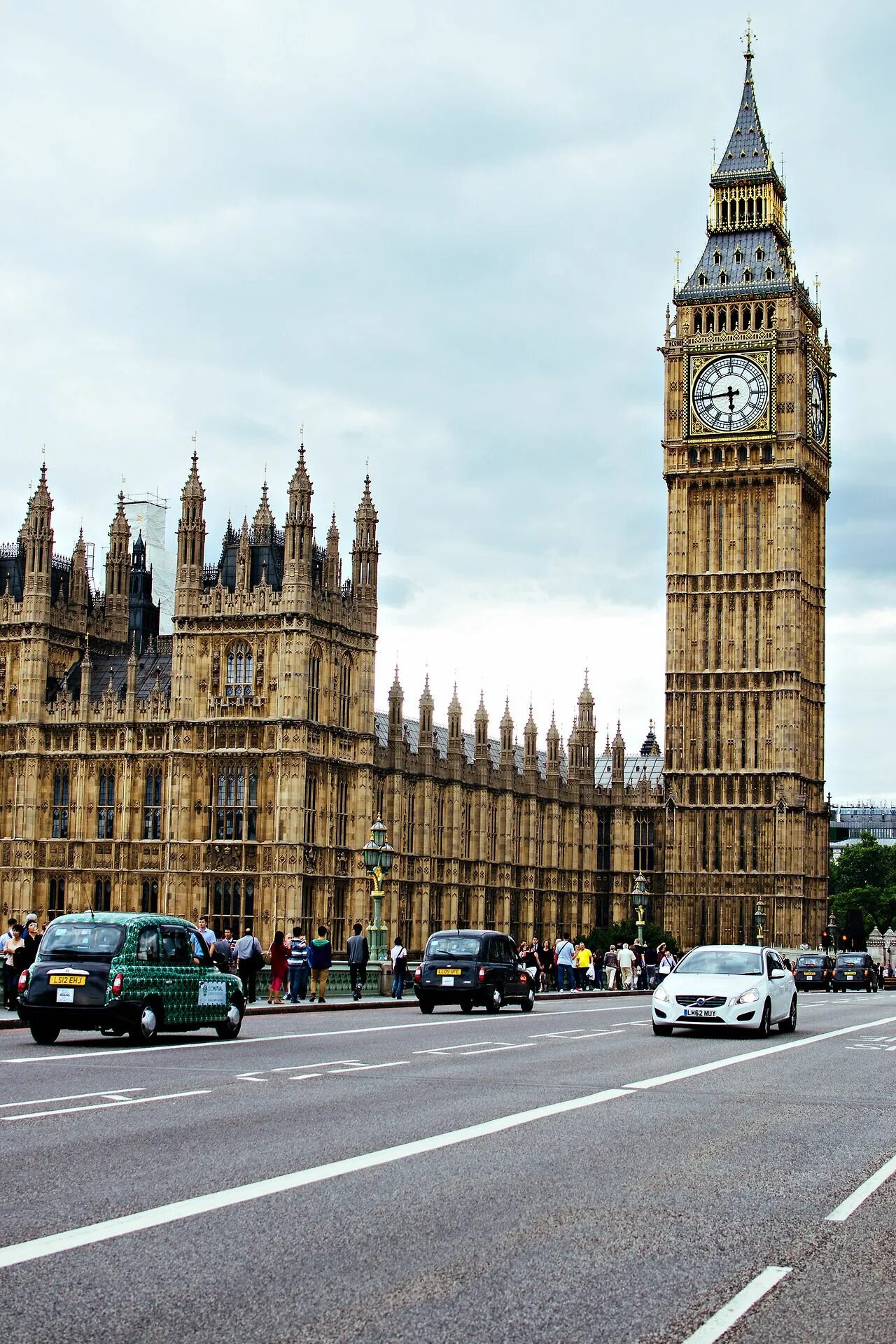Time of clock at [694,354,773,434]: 5:43
